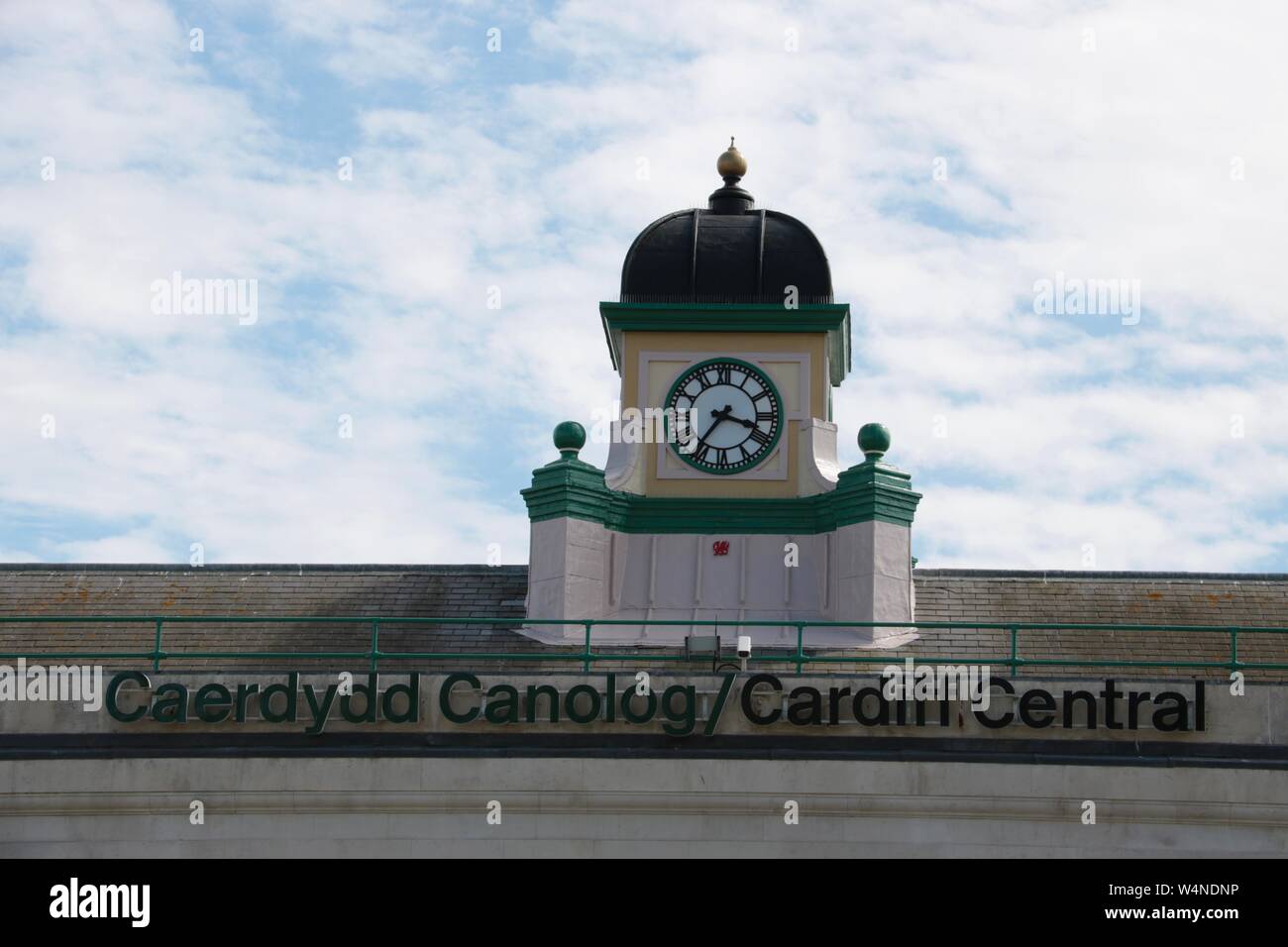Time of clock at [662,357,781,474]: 3:36
